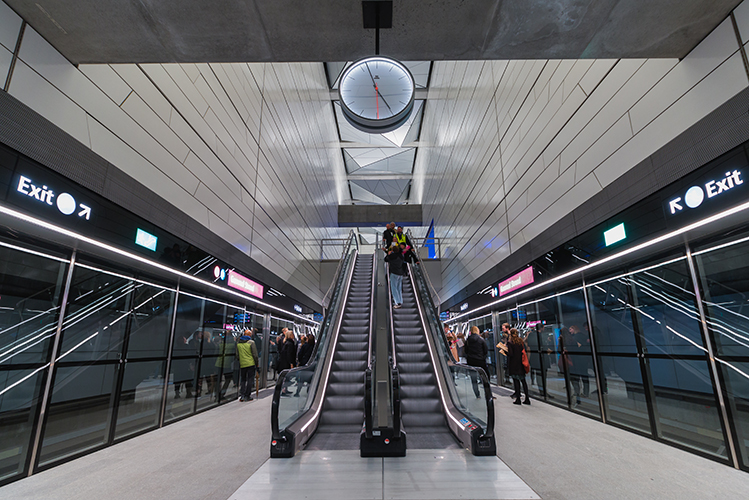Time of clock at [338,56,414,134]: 4:56
